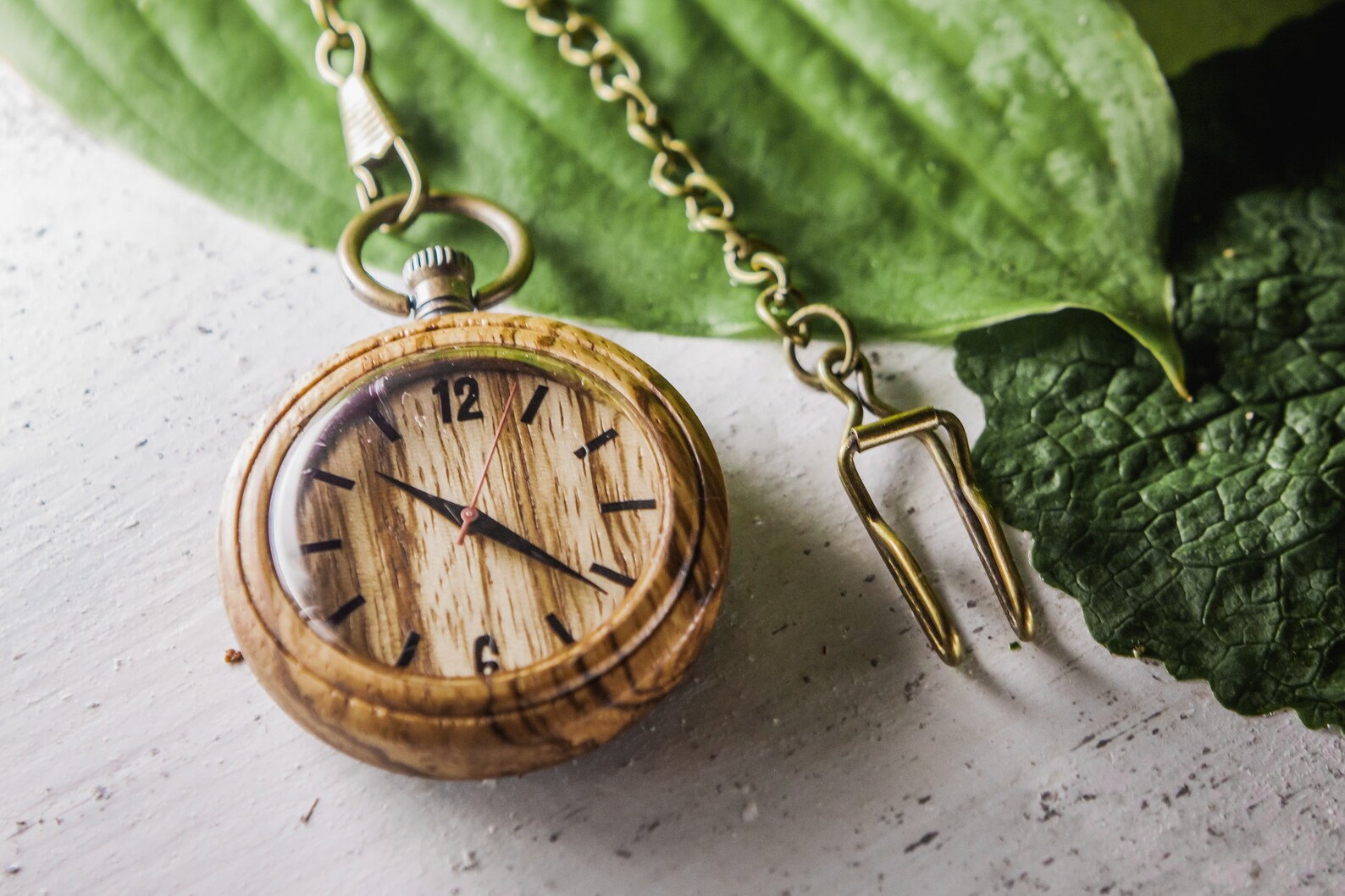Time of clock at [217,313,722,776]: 10:21
